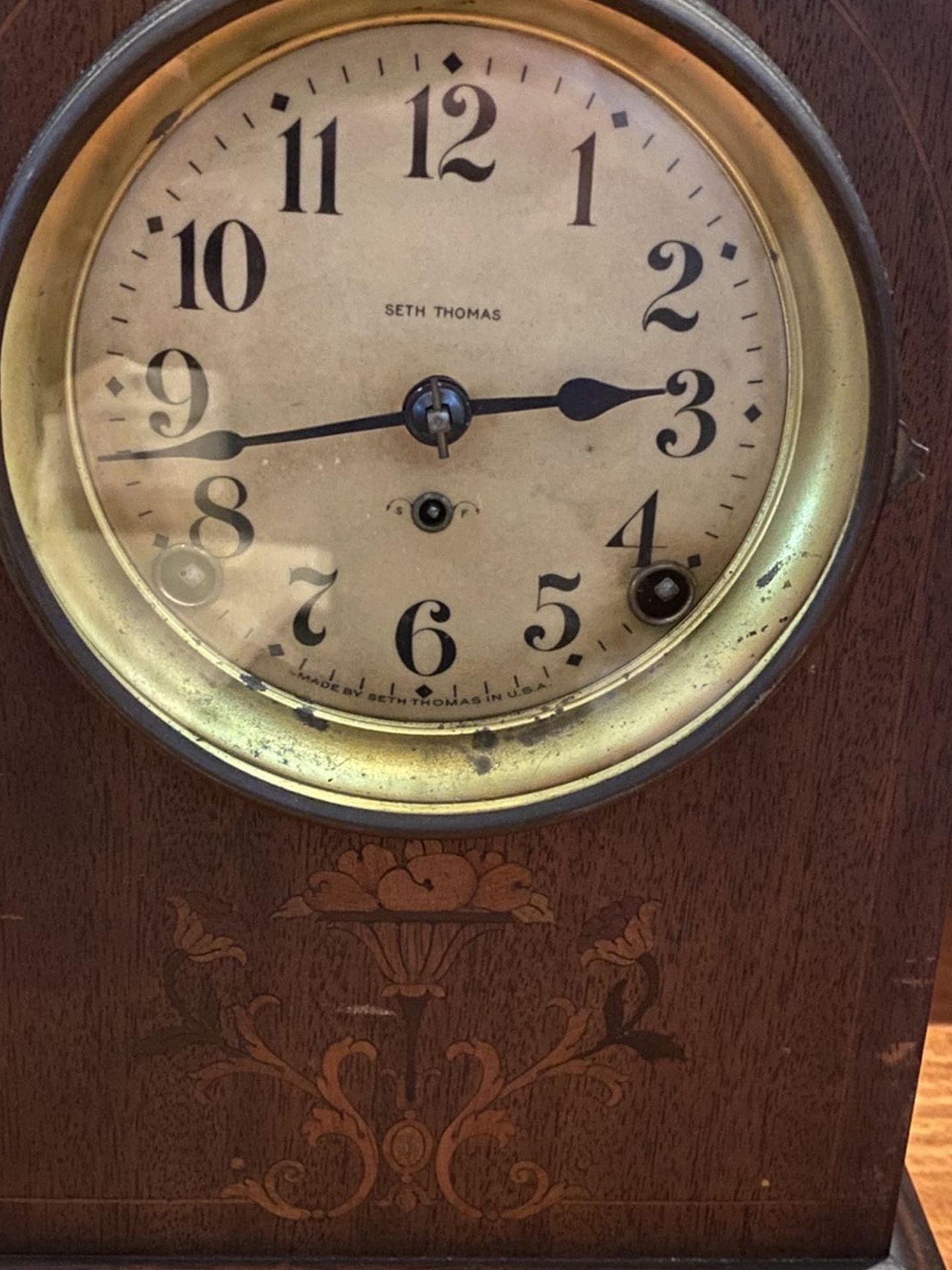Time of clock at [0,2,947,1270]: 2:42
